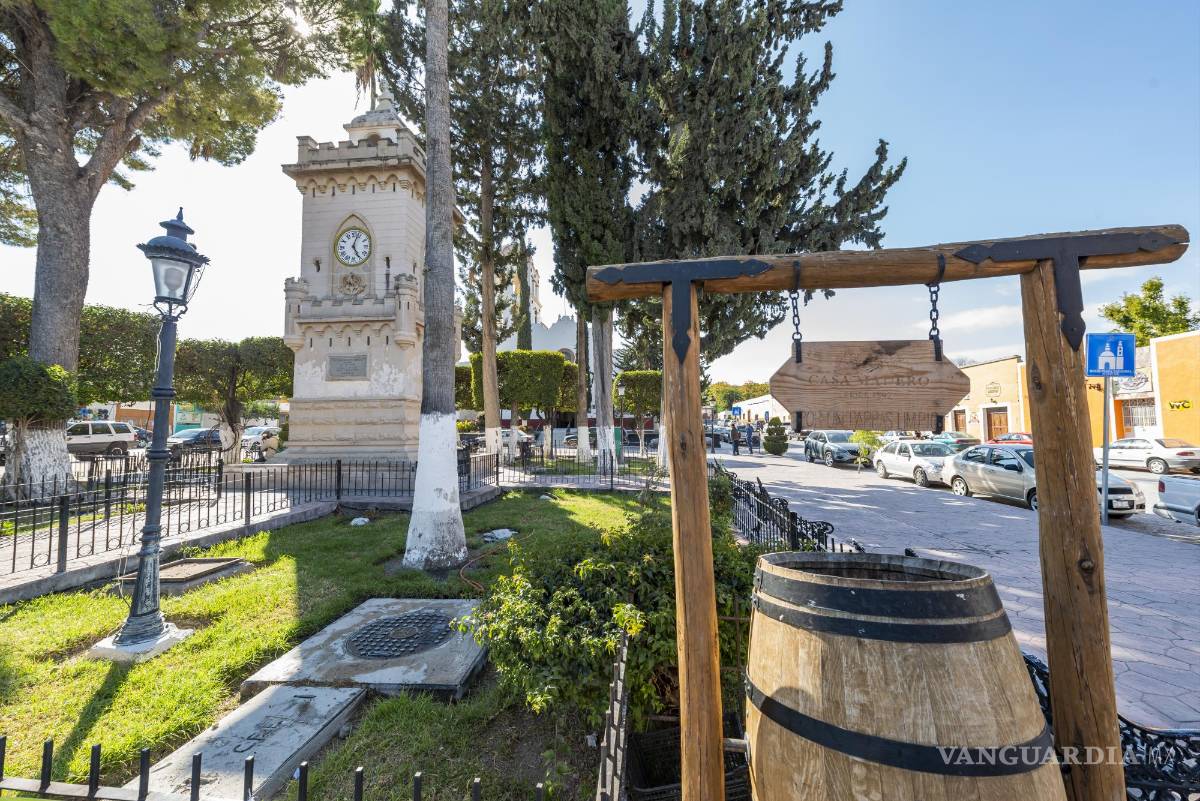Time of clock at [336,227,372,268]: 5:03
